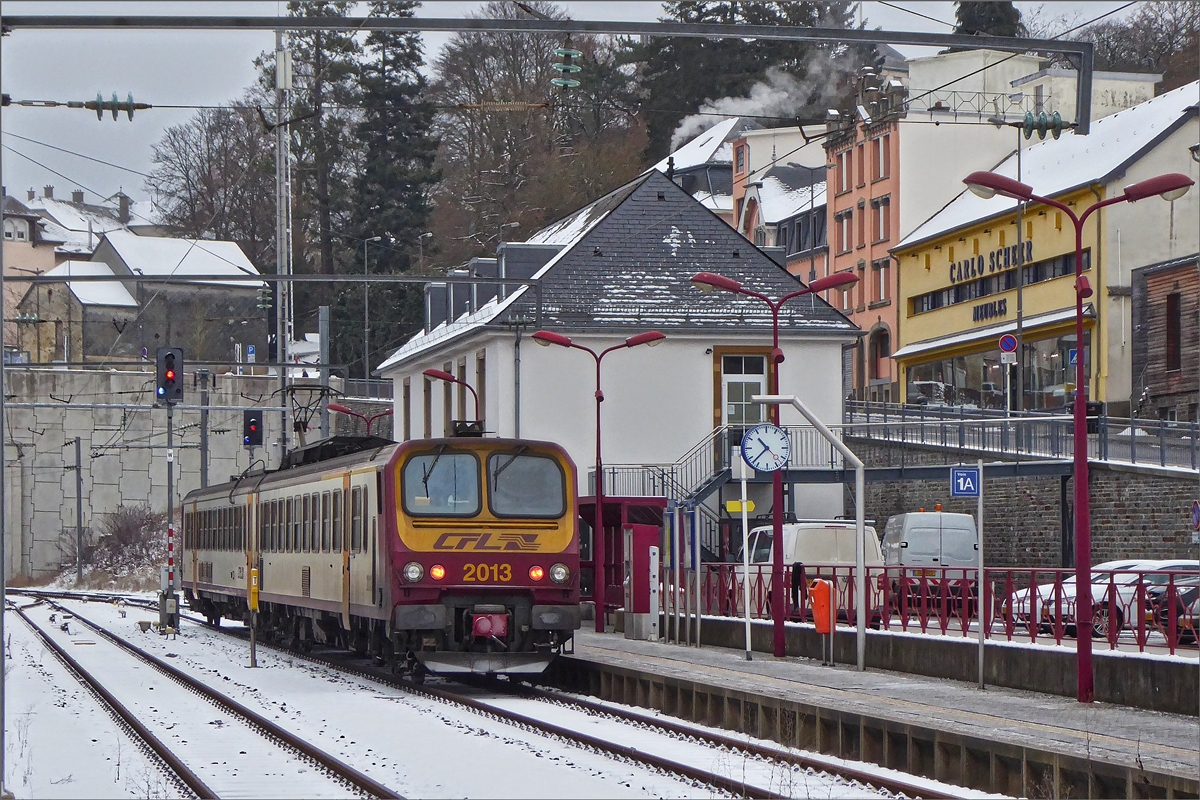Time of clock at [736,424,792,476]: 10:37
